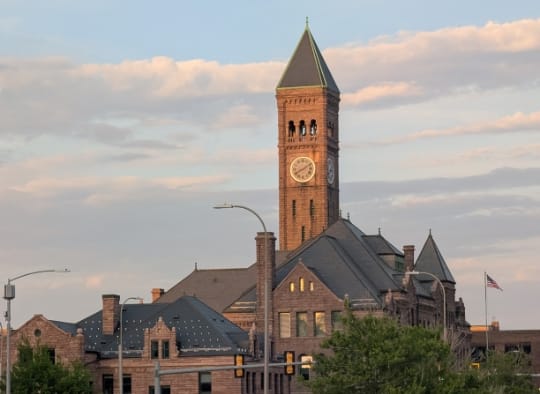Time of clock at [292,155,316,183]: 8:09
